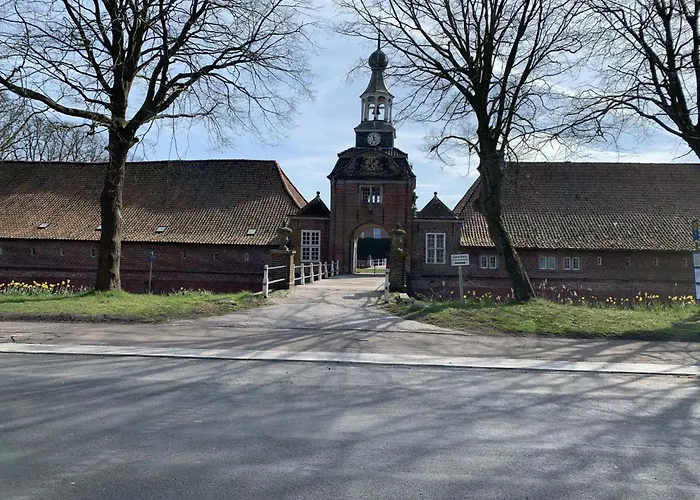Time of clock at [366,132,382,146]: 11:35
